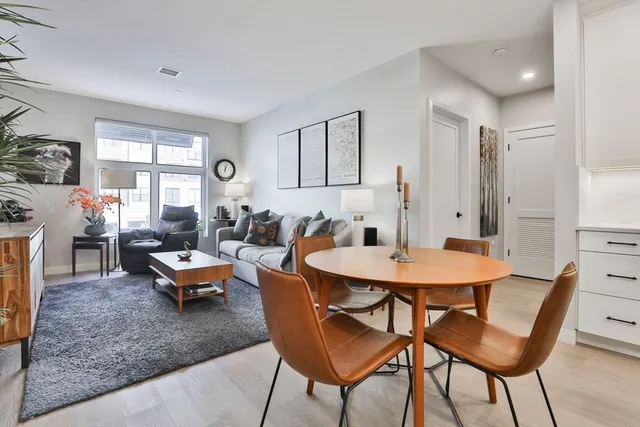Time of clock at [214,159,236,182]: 12:04
